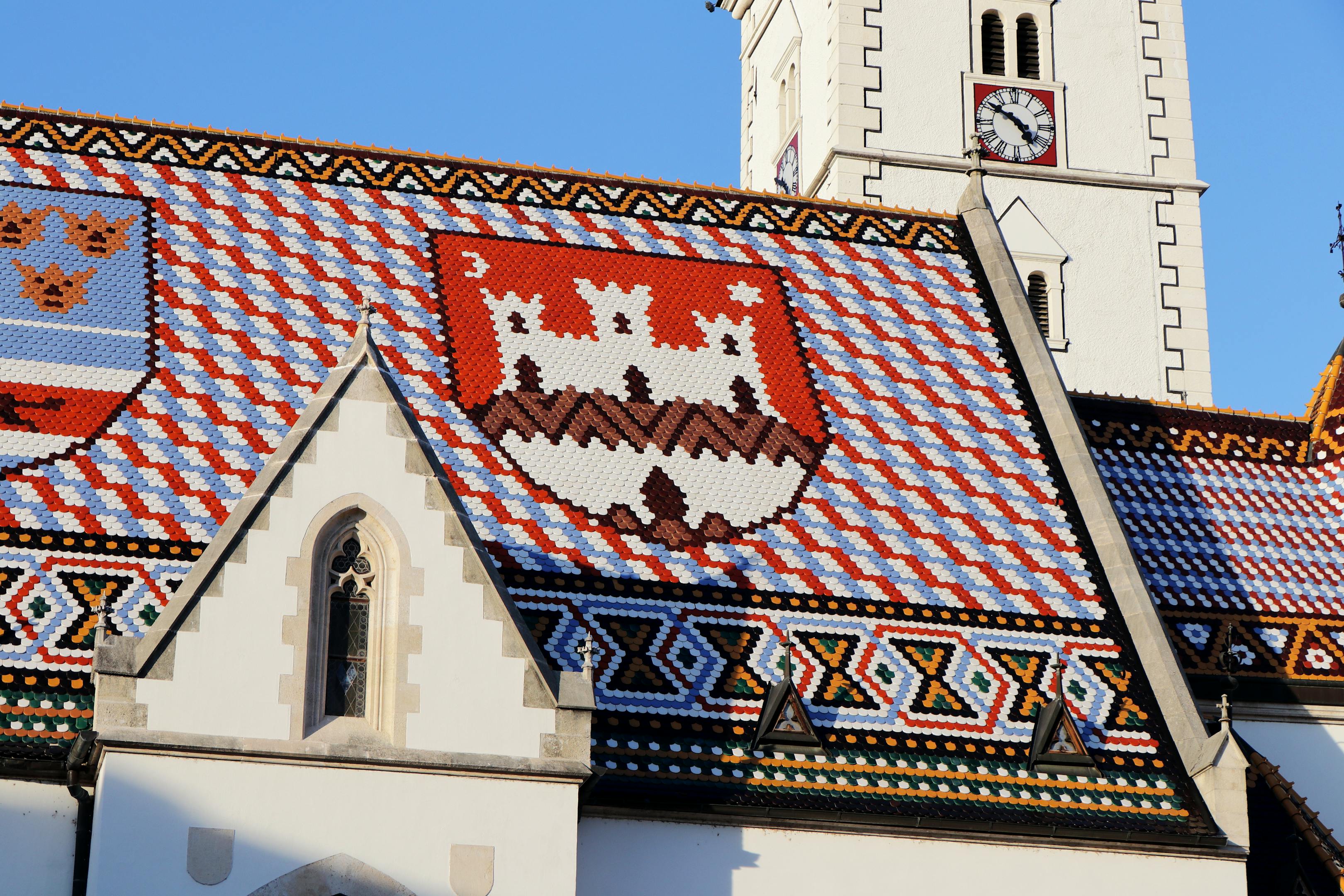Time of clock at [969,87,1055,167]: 4:50
